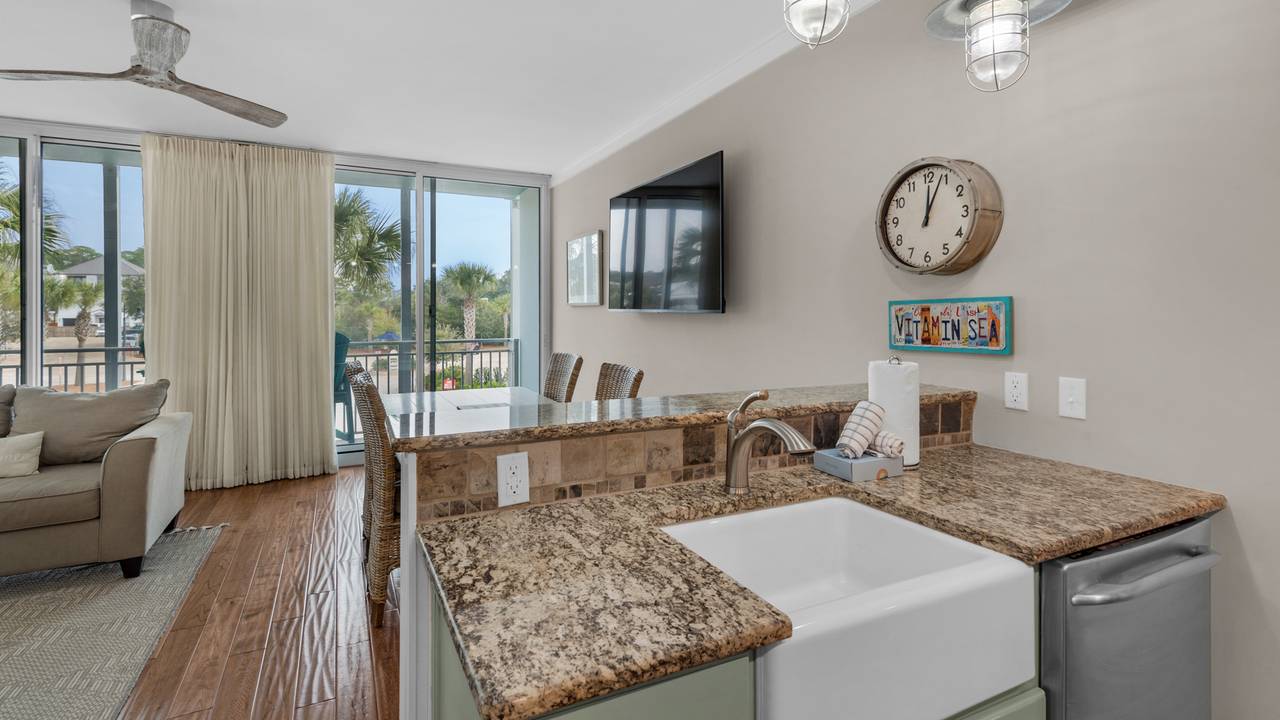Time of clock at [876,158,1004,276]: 12:03
